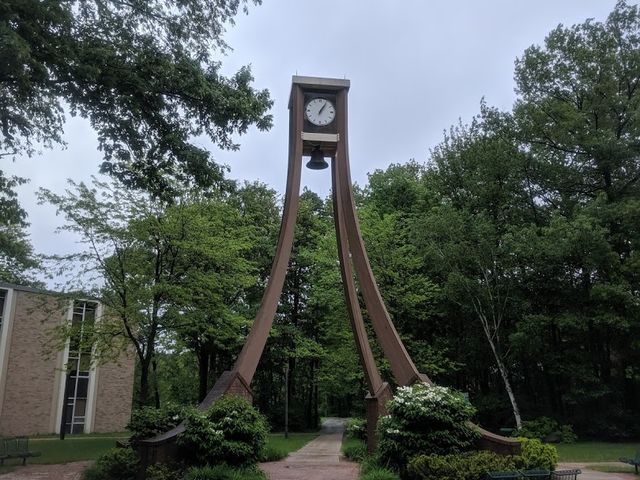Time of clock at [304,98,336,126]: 1:05
